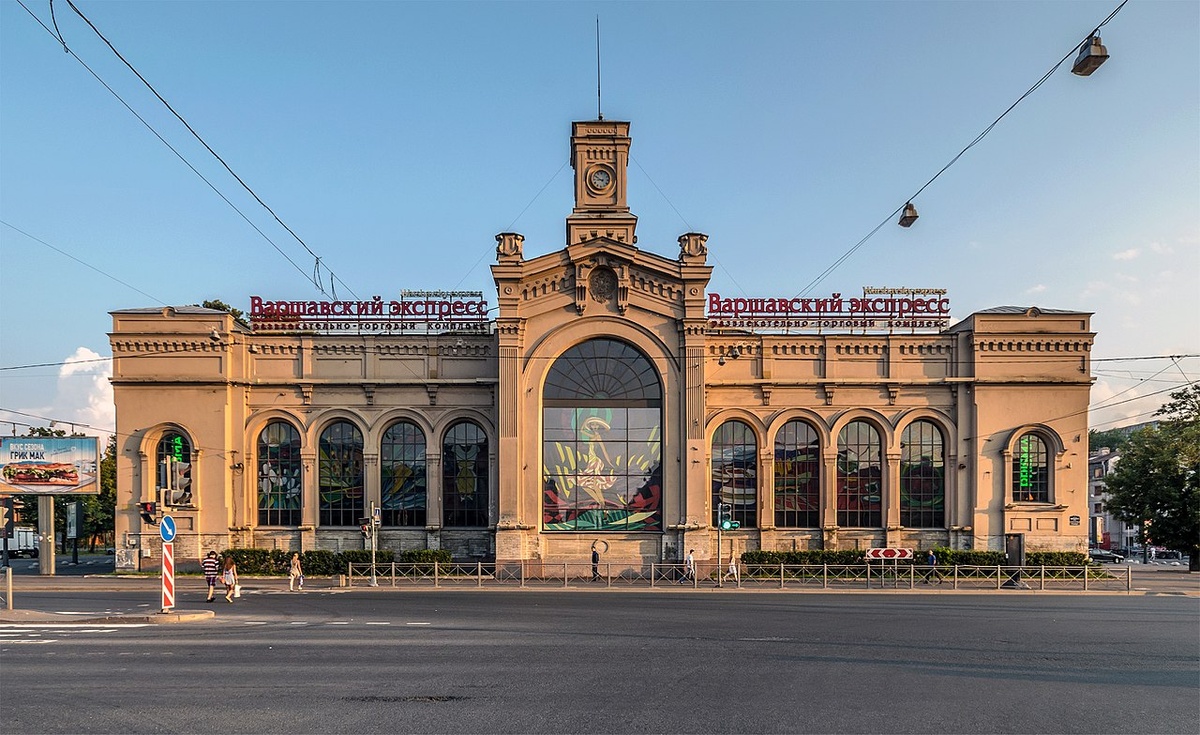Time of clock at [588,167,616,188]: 8:49
